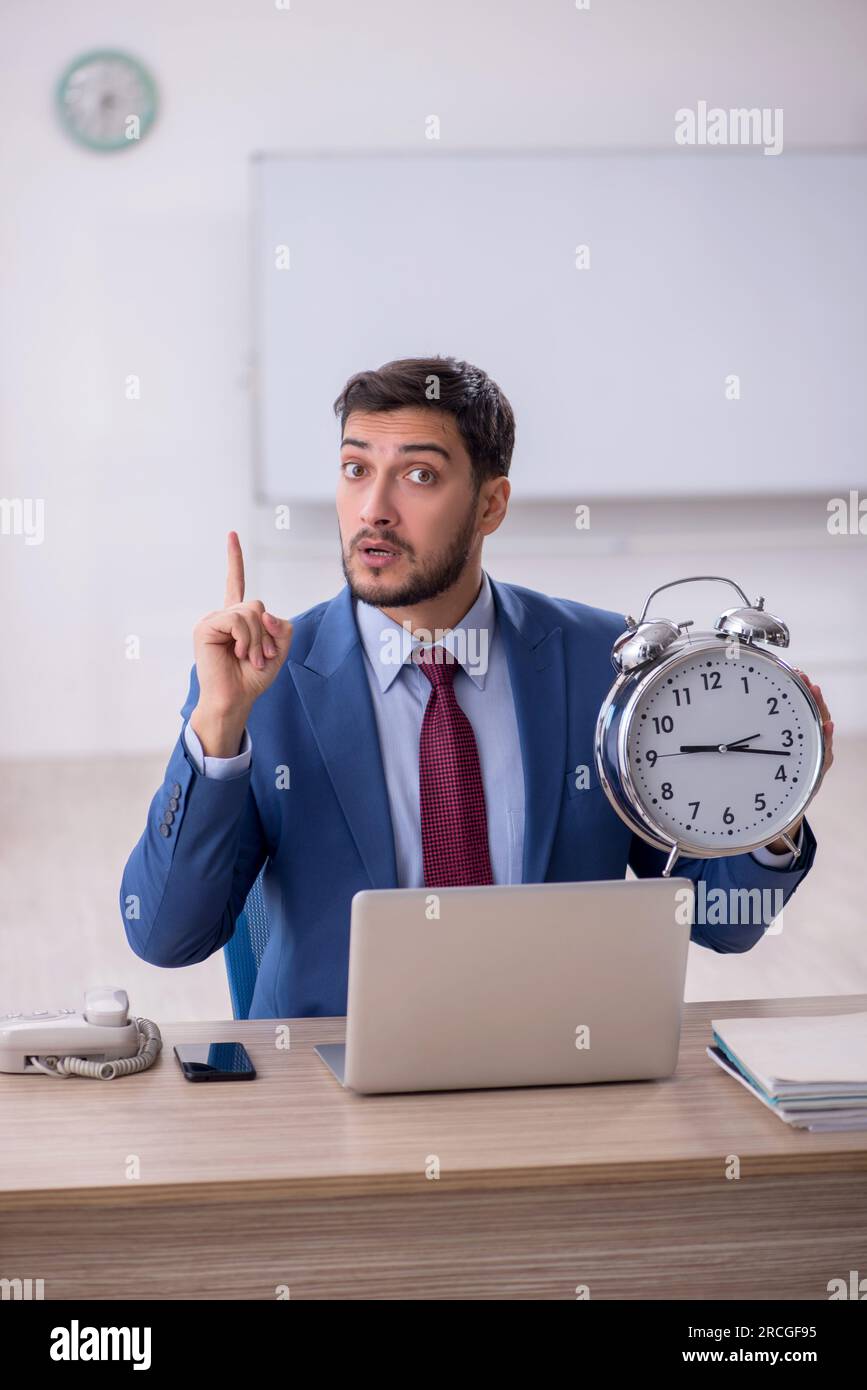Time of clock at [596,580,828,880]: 9:17
